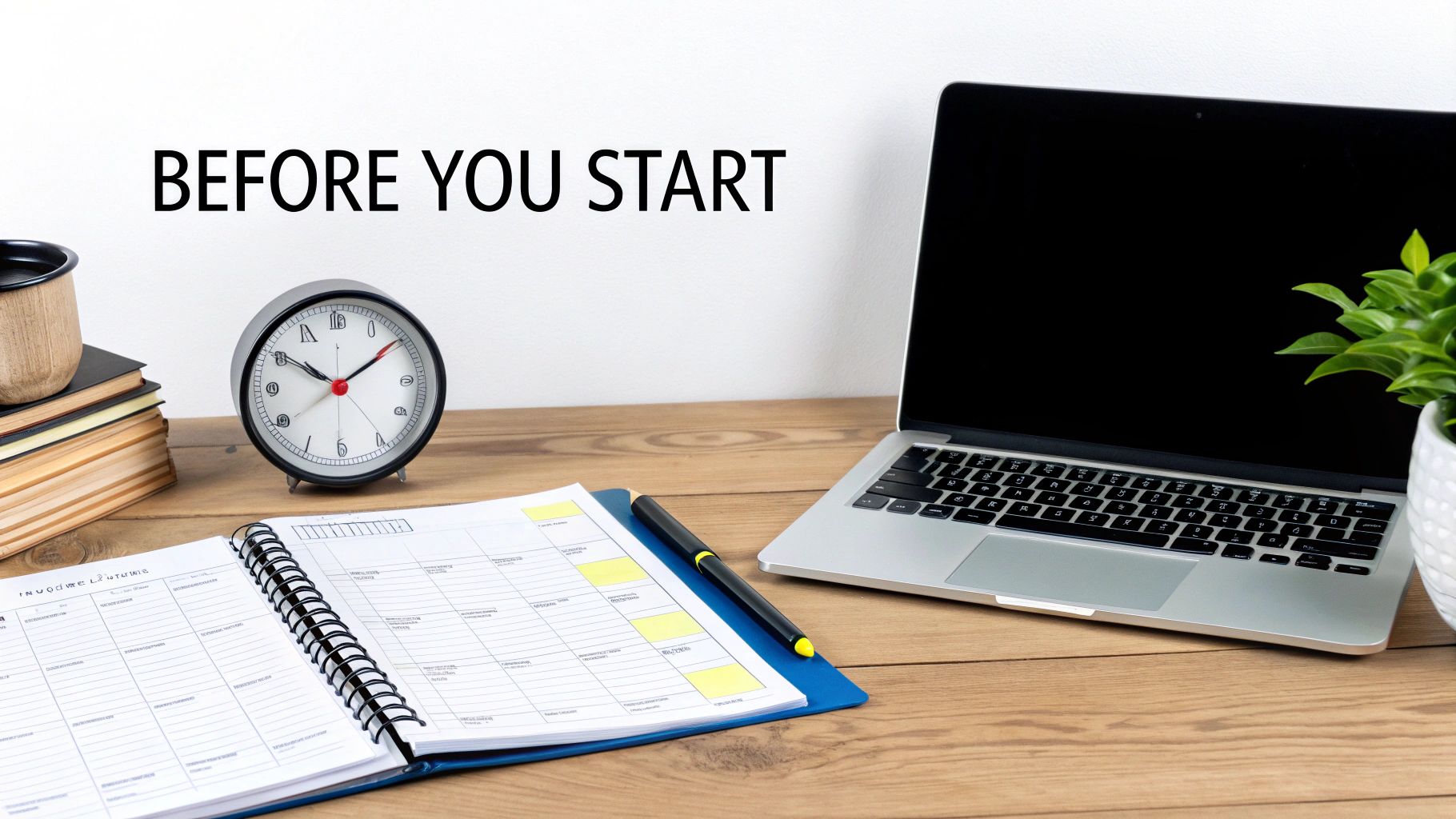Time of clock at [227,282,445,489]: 1:50
